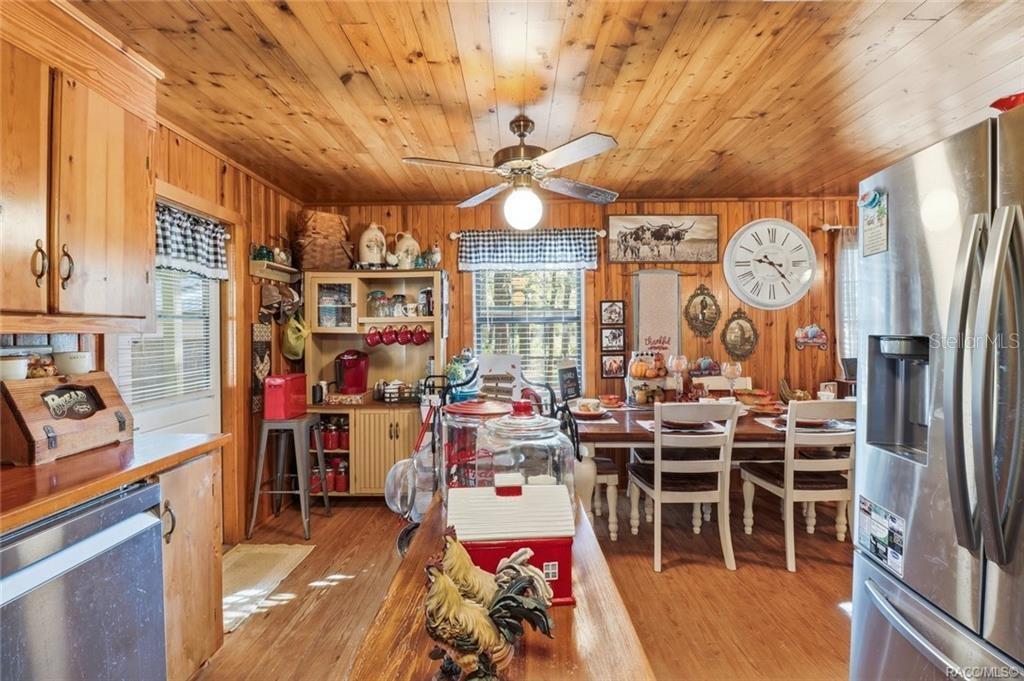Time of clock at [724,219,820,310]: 9:22
